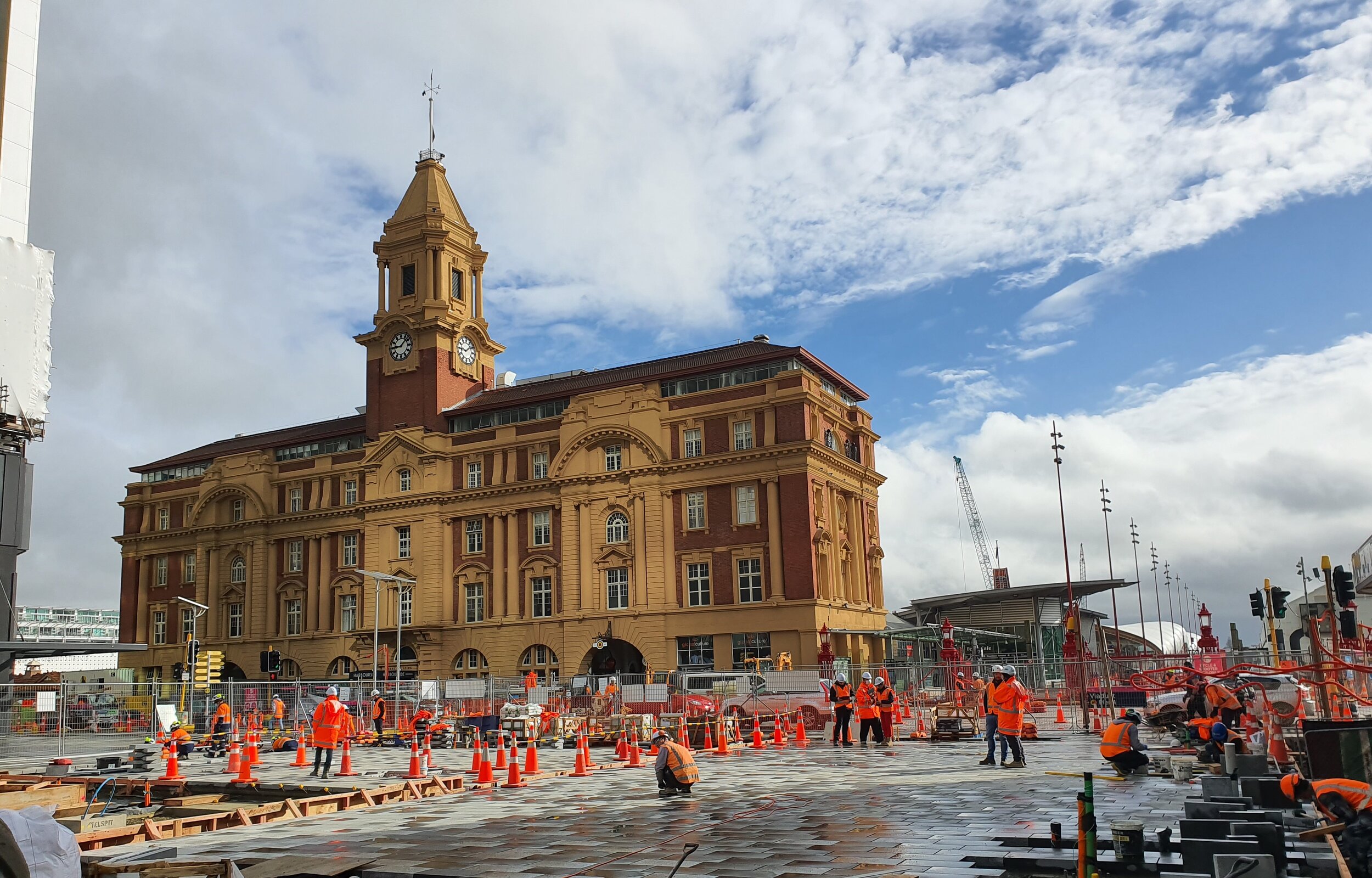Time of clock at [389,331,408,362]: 9:07
